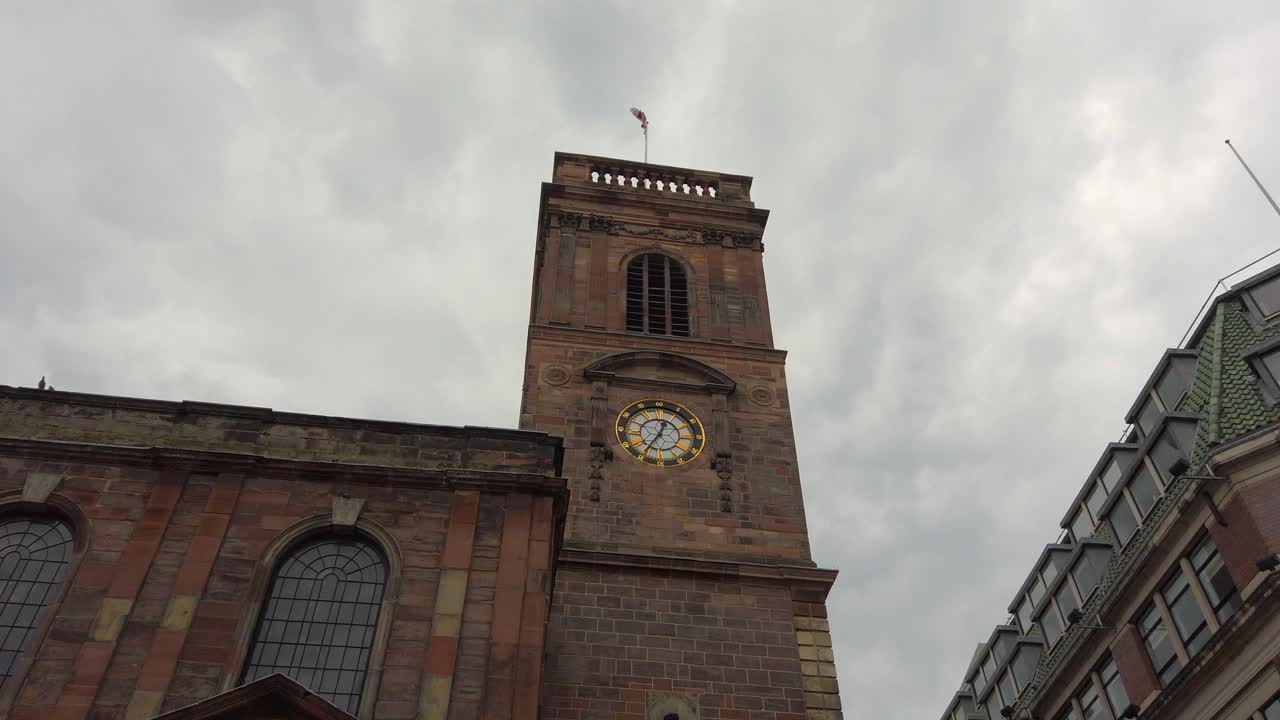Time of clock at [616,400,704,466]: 12:35
